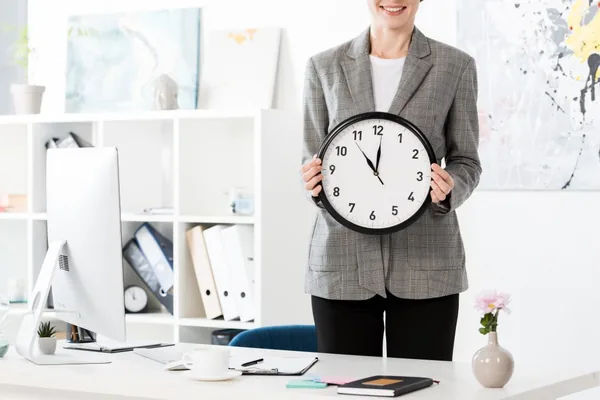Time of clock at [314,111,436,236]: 11:00
